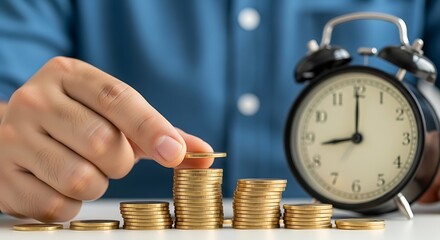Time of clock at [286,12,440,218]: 9:00
